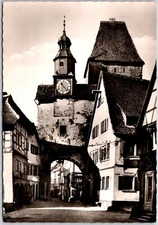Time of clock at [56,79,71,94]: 11:22
